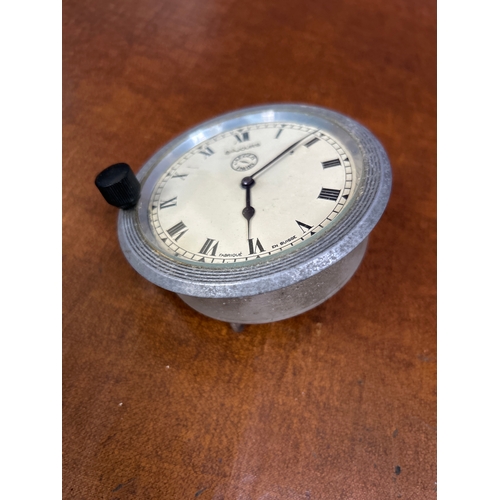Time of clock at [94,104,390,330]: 6:09
